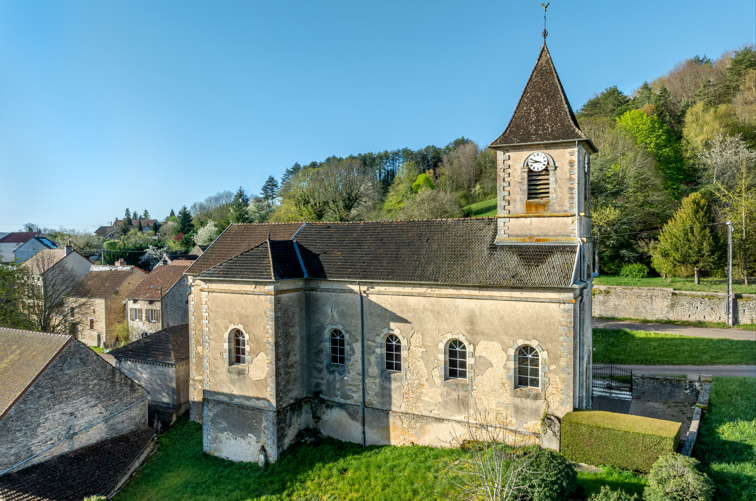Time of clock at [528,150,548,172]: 8:48
